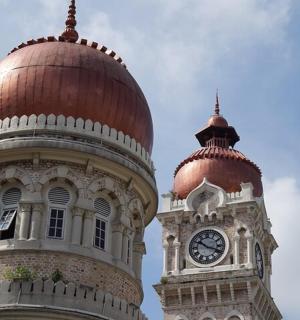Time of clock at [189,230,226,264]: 10:18
